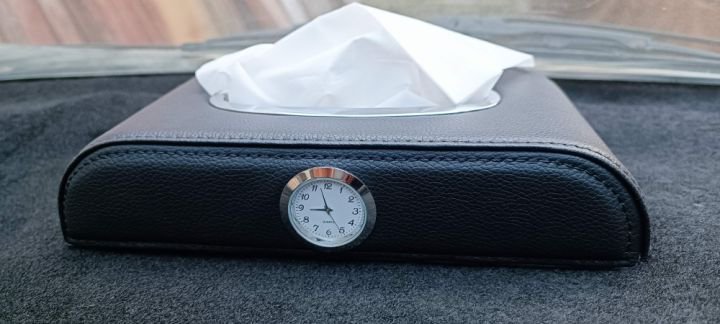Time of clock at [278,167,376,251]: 8:57
